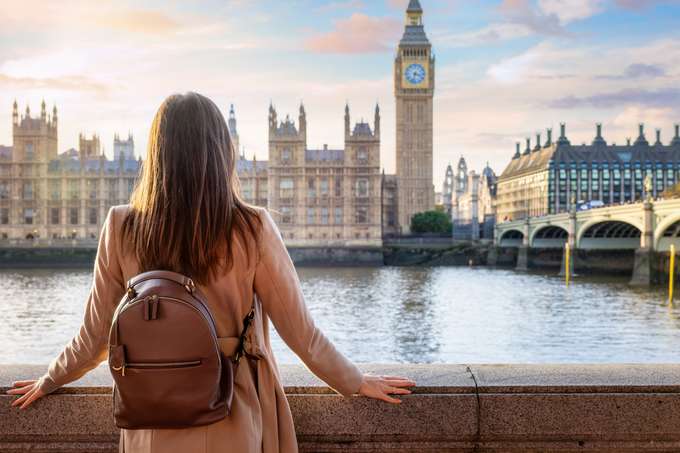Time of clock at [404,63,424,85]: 3:32
